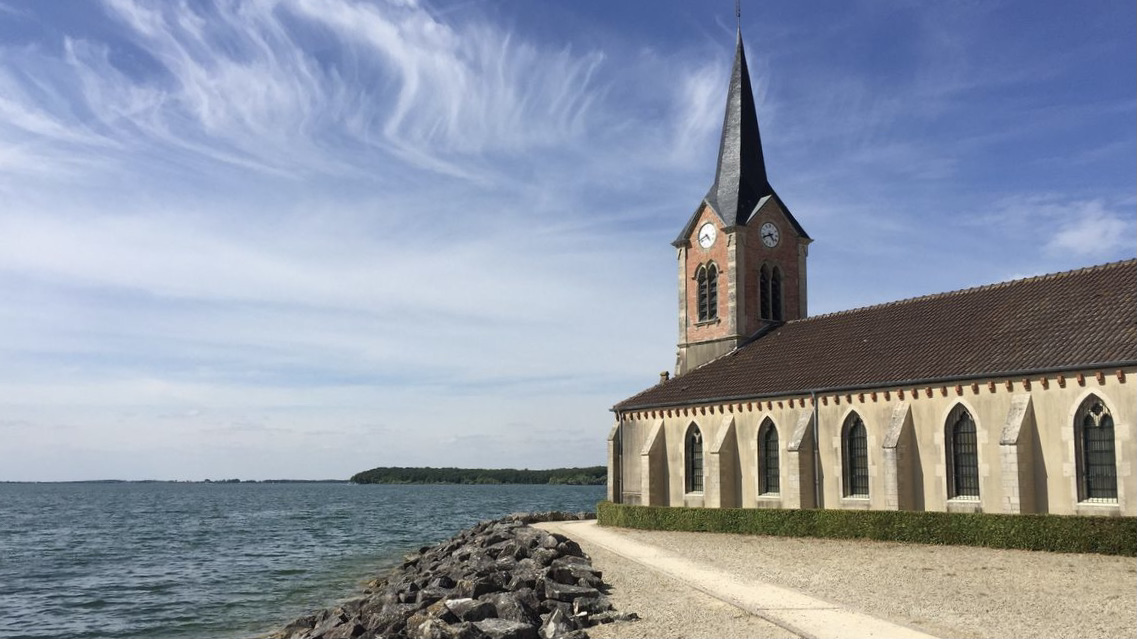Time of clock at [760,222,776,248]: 4:41
